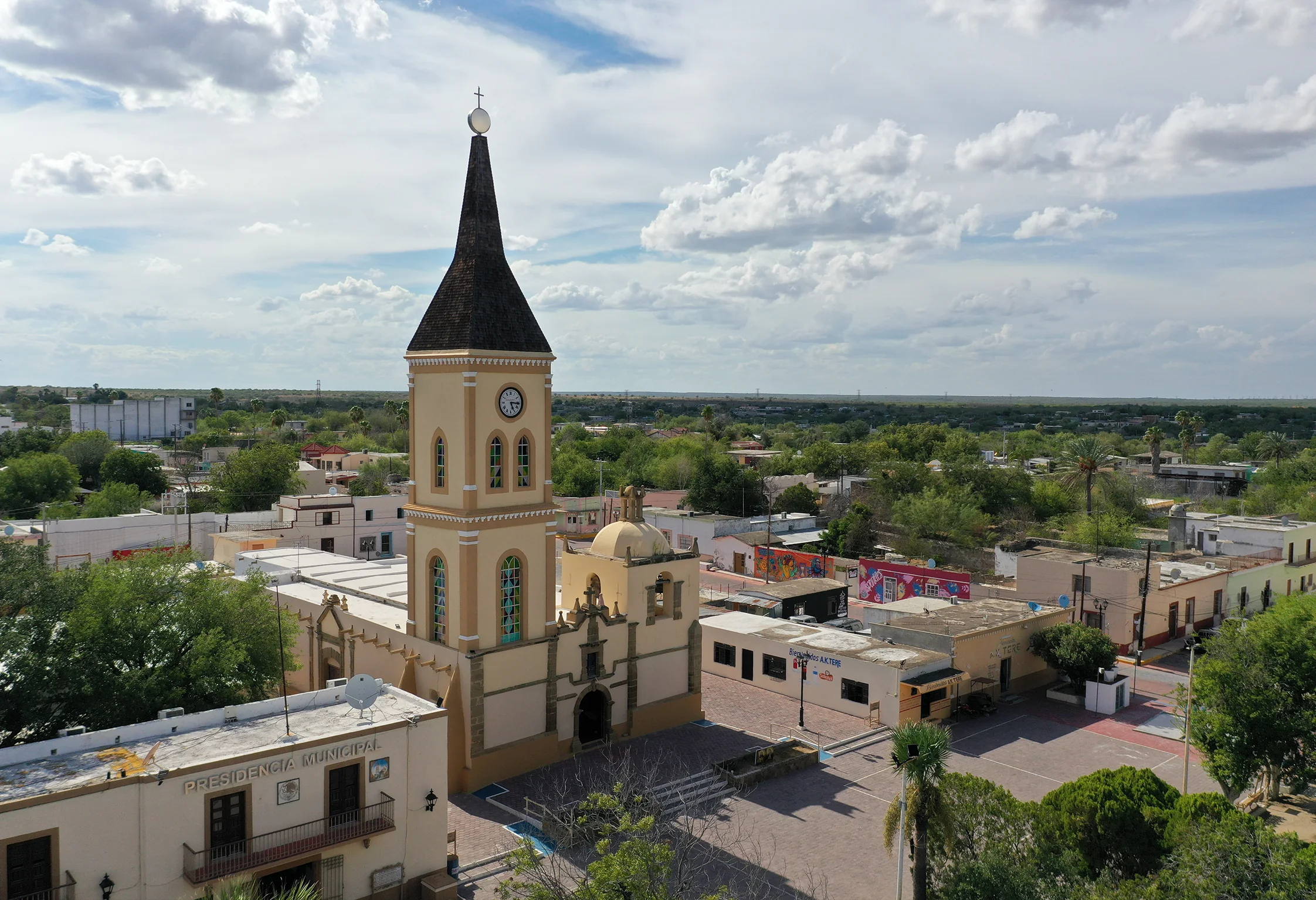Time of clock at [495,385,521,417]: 5:15
